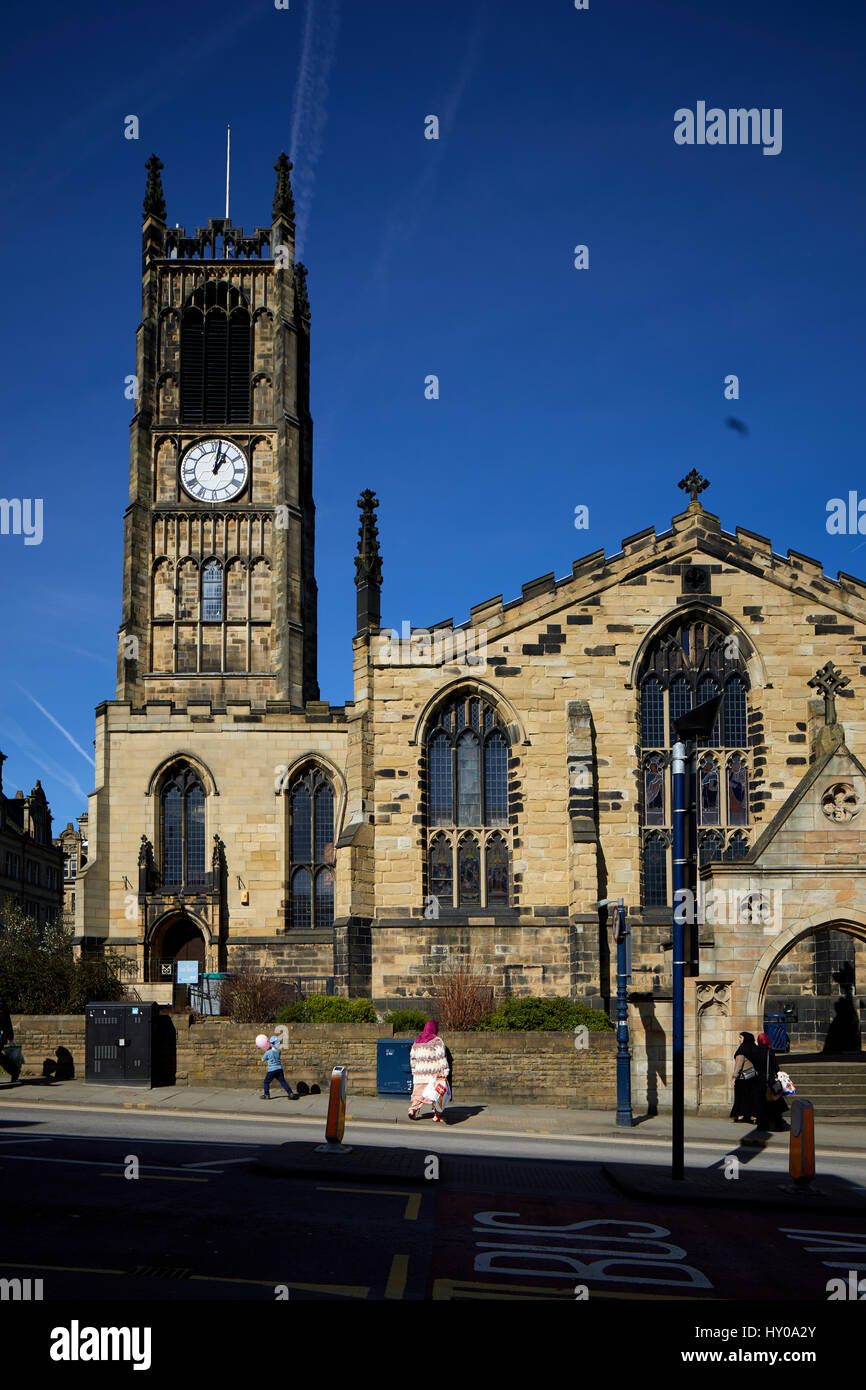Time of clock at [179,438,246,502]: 1:01
